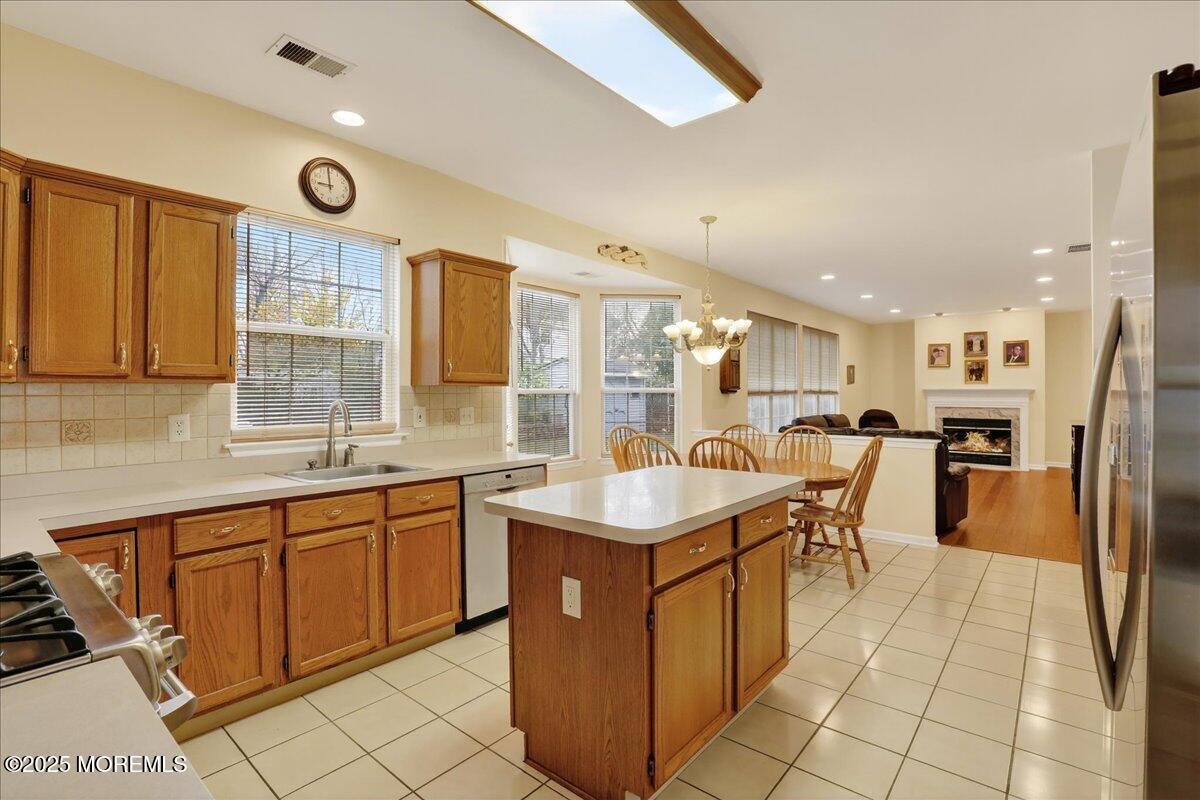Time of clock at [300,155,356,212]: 8:59
